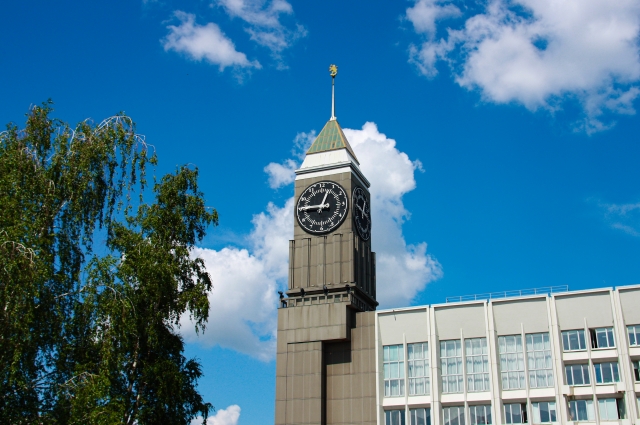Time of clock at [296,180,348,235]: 12:45
